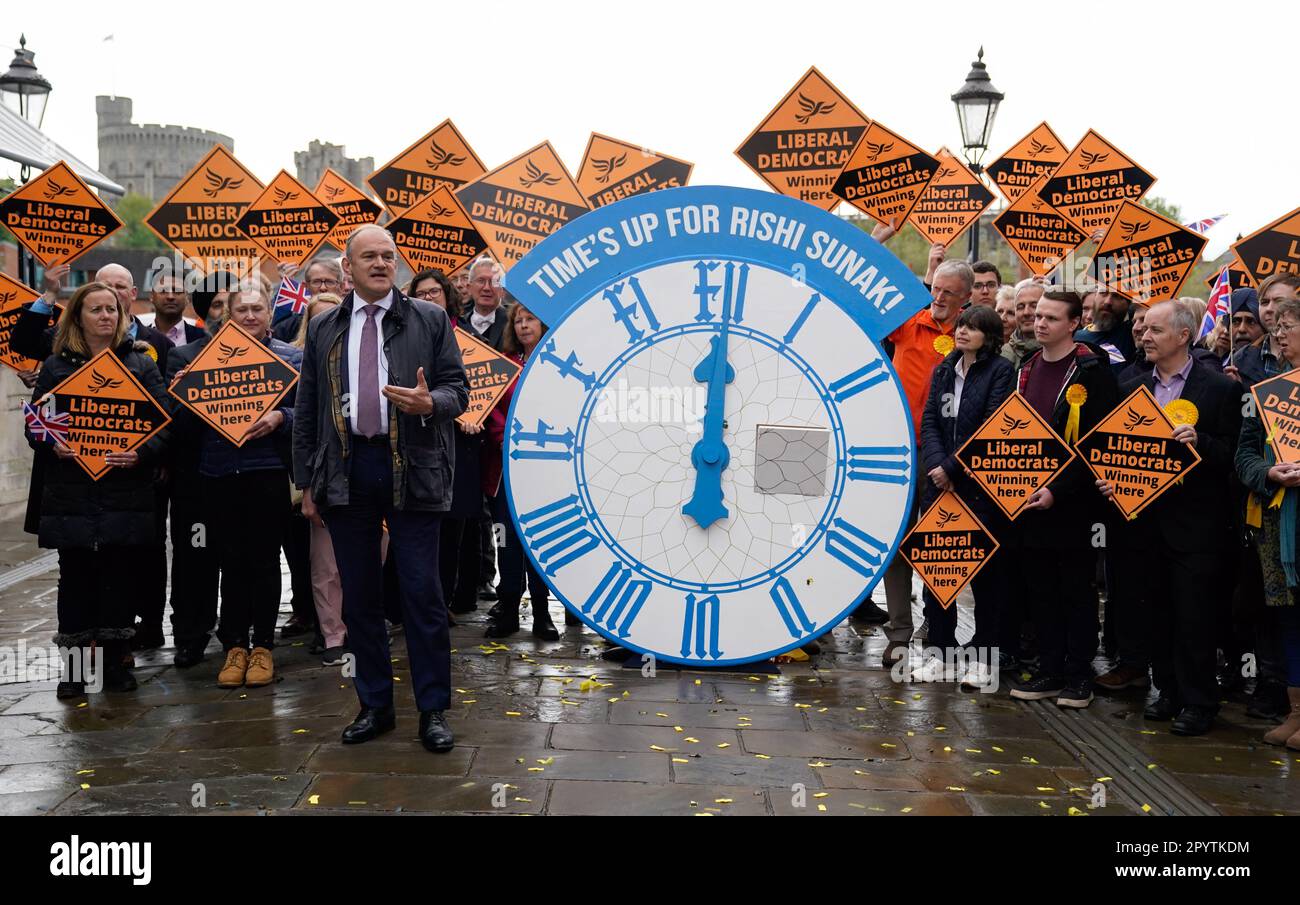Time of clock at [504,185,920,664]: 6:00
